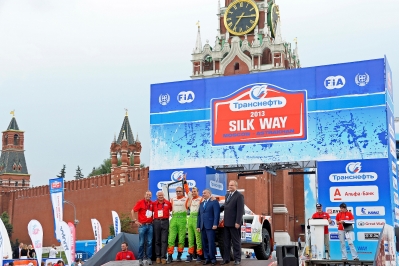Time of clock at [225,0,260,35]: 7:15
